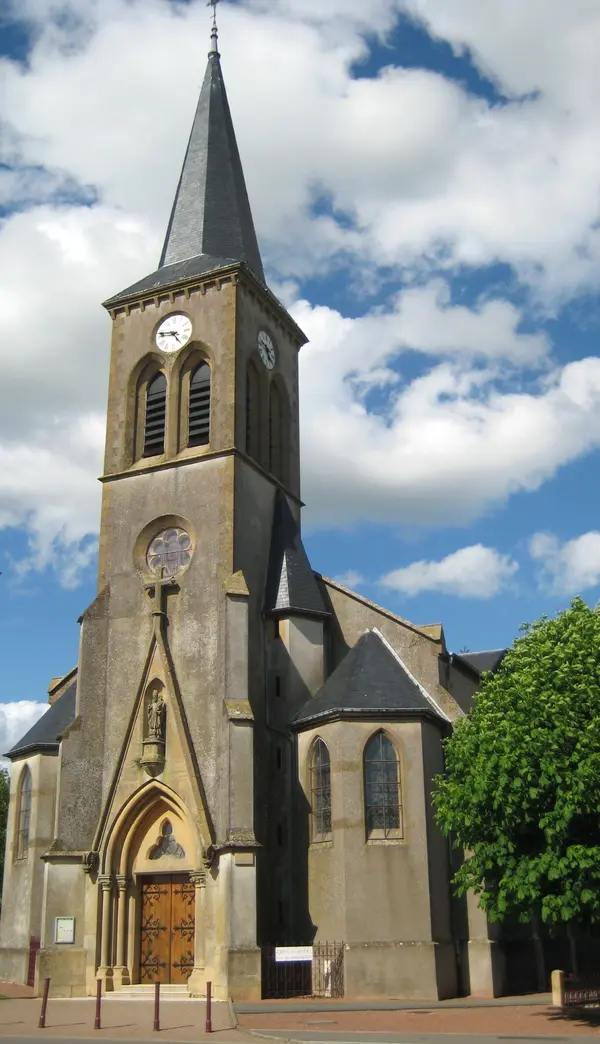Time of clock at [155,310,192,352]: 4:46
